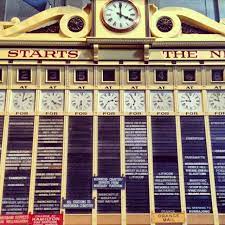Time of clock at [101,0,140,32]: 4:00
